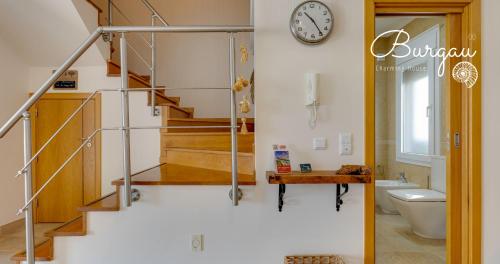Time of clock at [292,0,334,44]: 10:24
